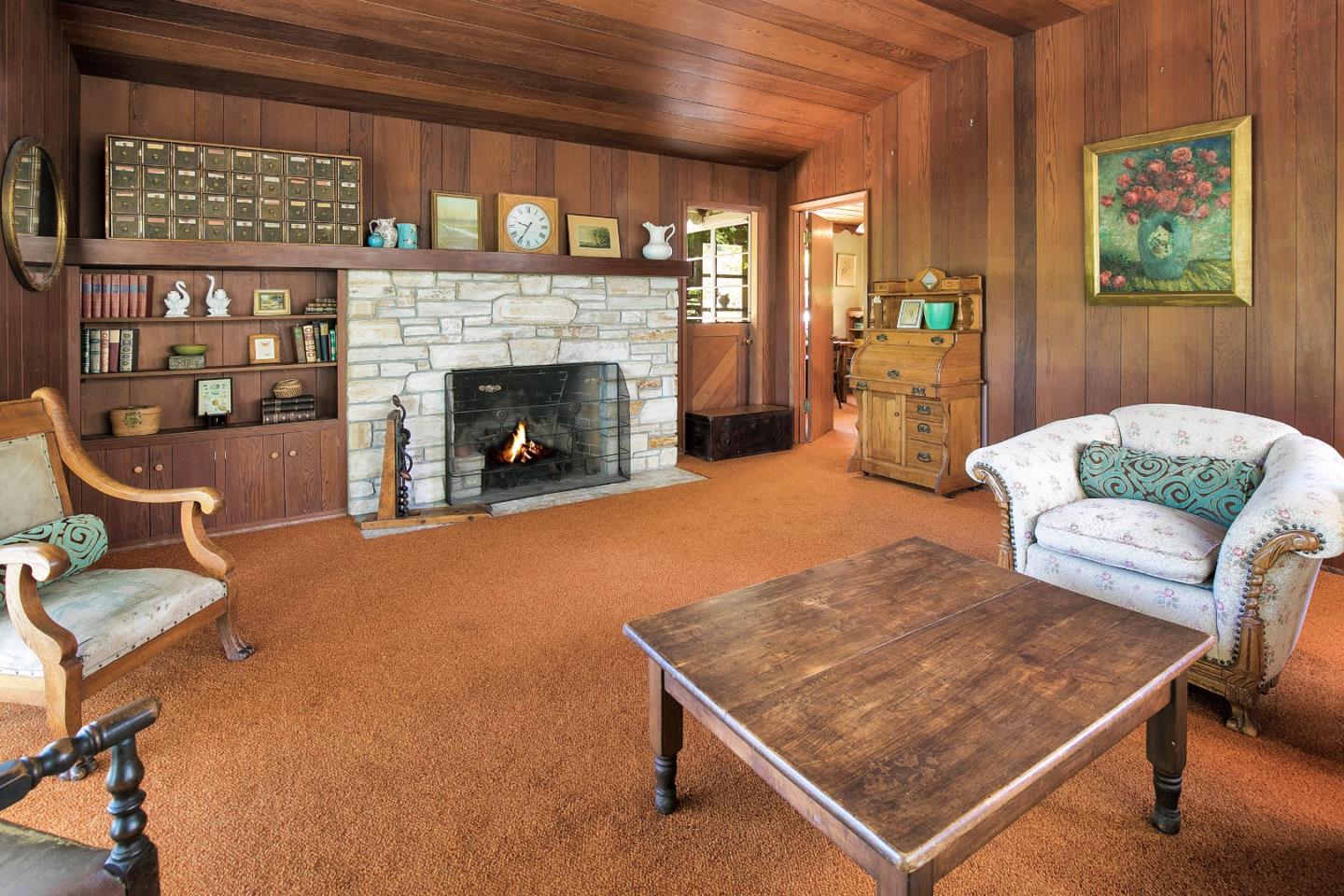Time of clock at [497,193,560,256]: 9:35
